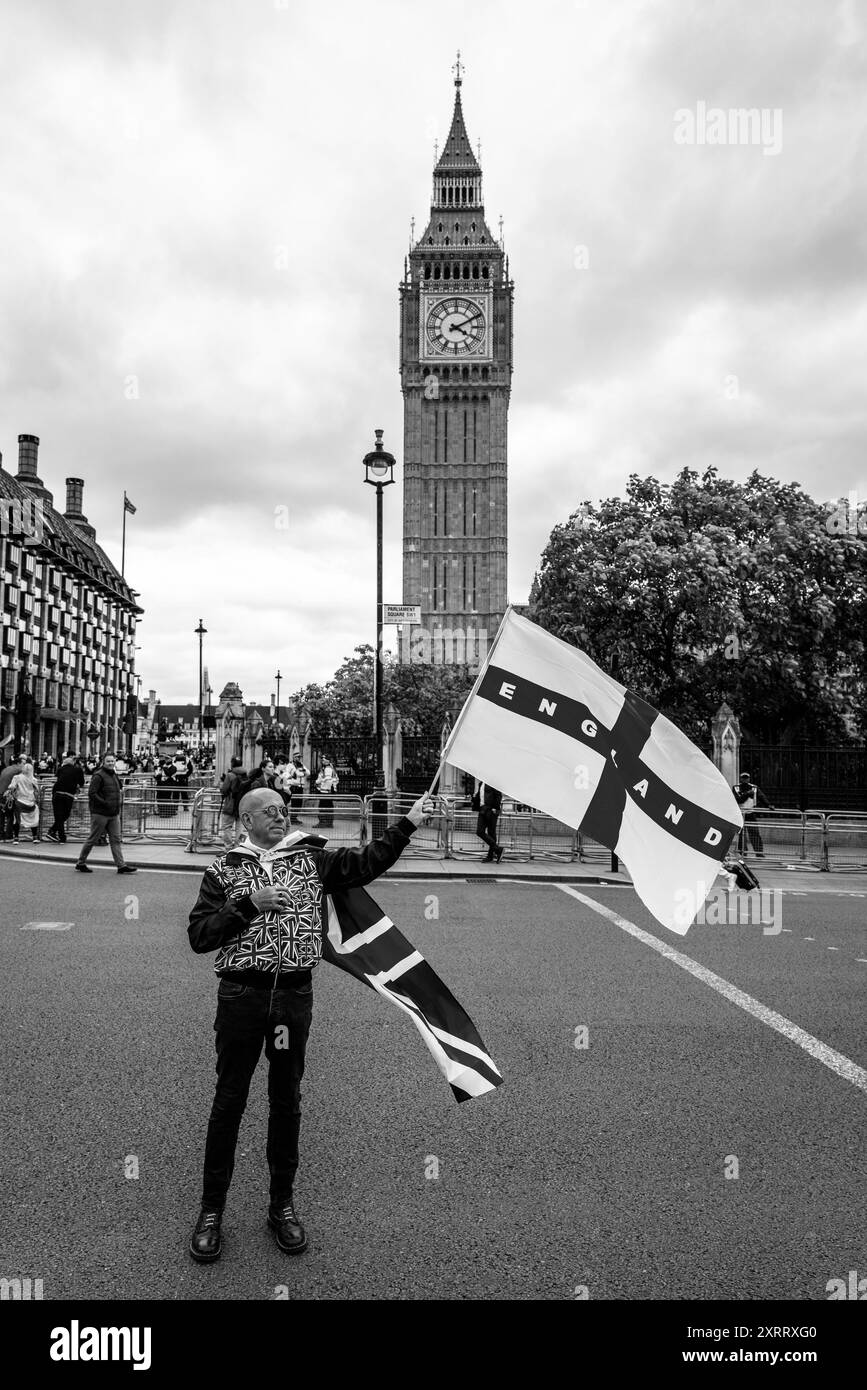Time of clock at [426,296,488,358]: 4:10
